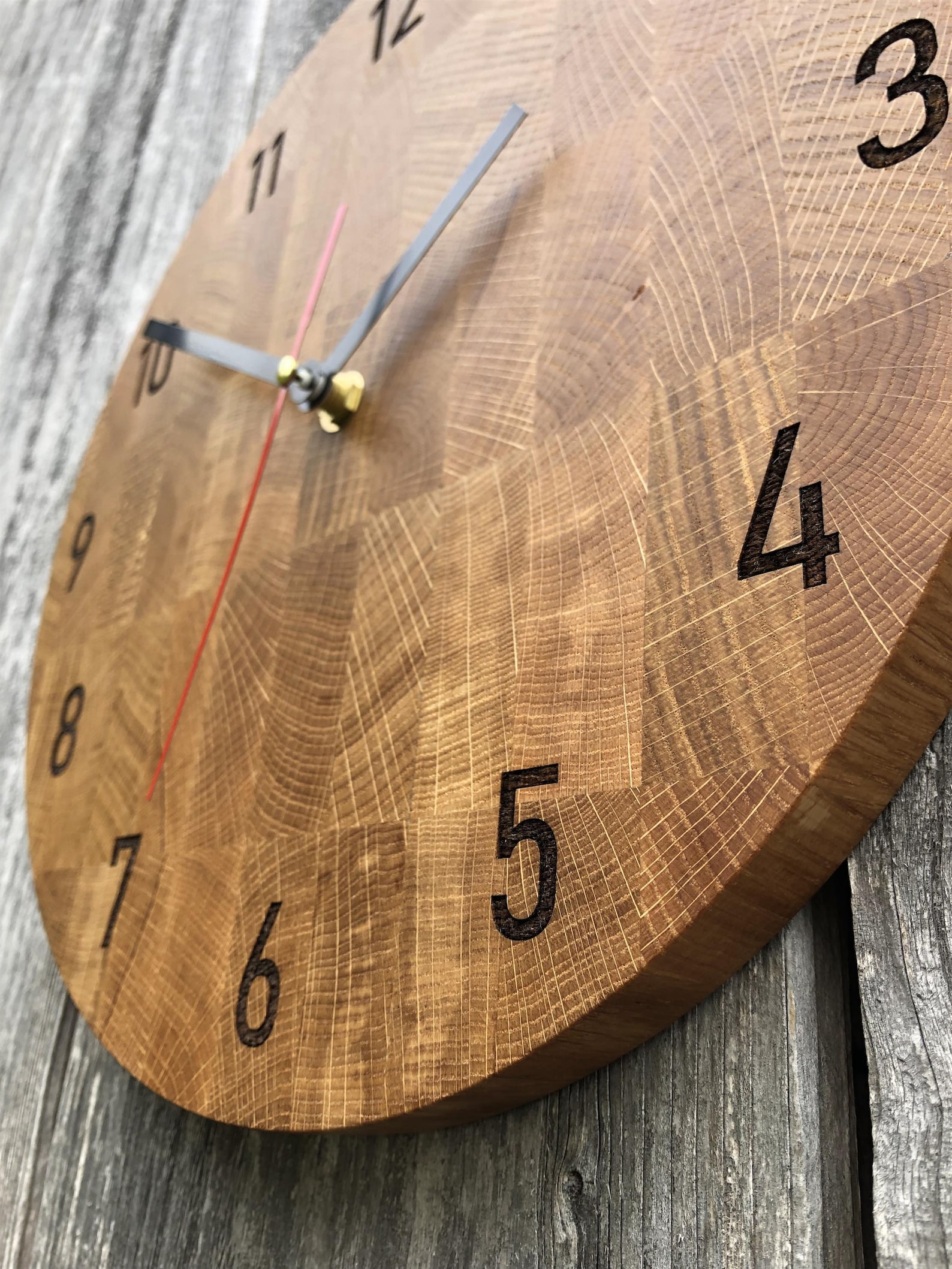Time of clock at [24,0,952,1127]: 1:50
